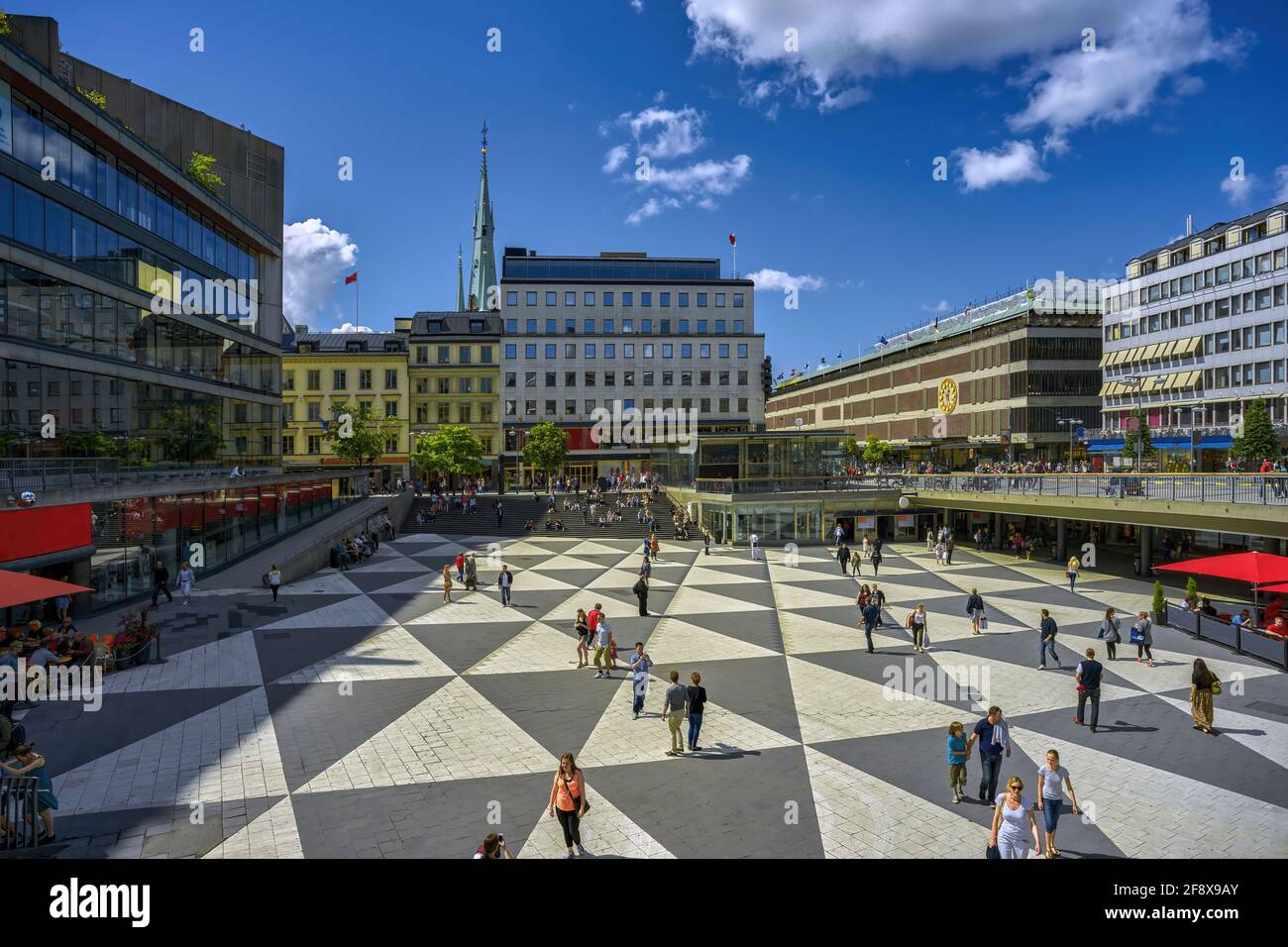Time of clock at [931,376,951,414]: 12:28
